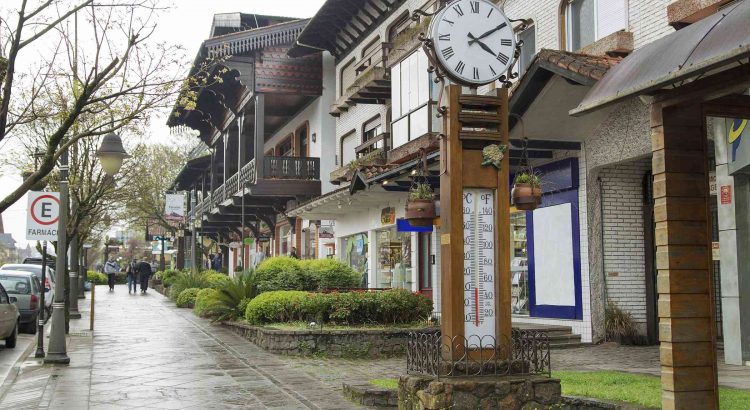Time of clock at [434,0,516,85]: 4:09
